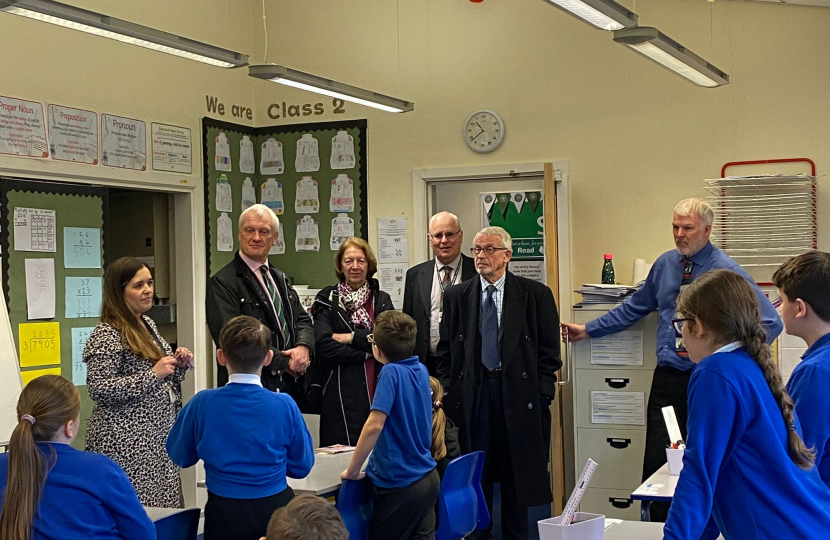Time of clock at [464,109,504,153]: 10:38
